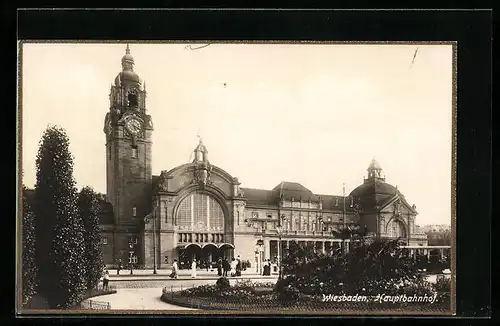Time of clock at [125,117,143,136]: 5:18
